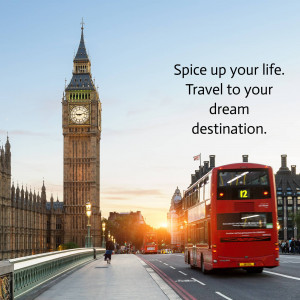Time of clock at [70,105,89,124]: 9:12
